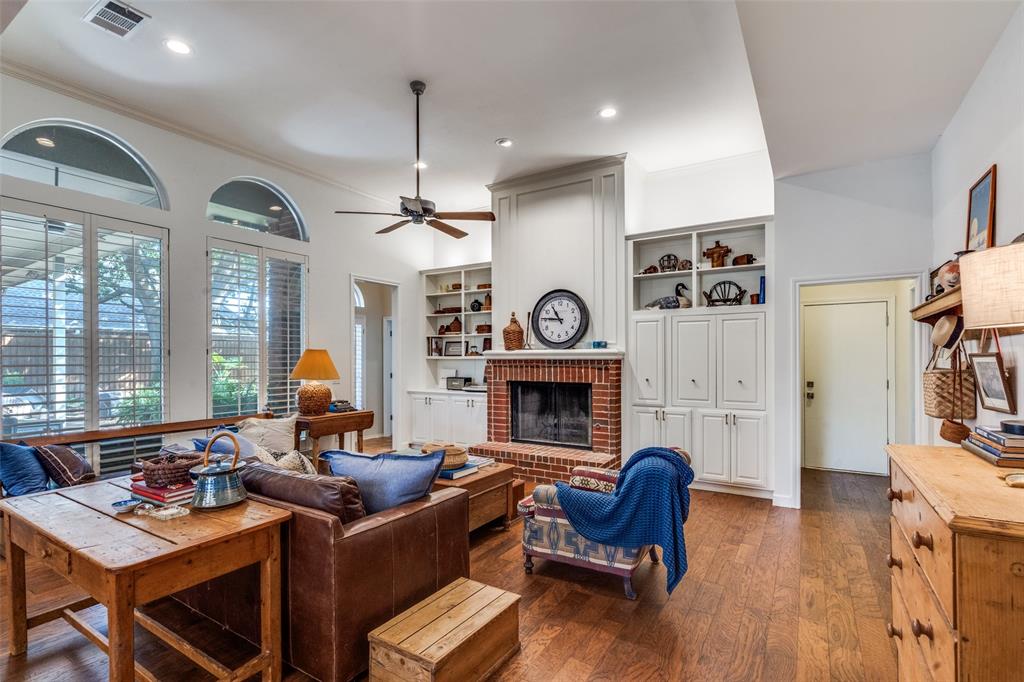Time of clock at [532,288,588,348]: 10:45
